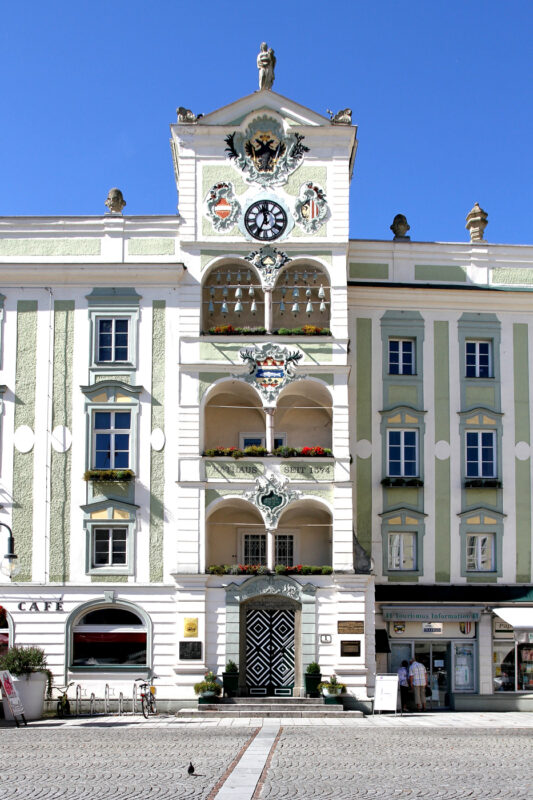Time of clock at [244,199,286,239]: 11:34
